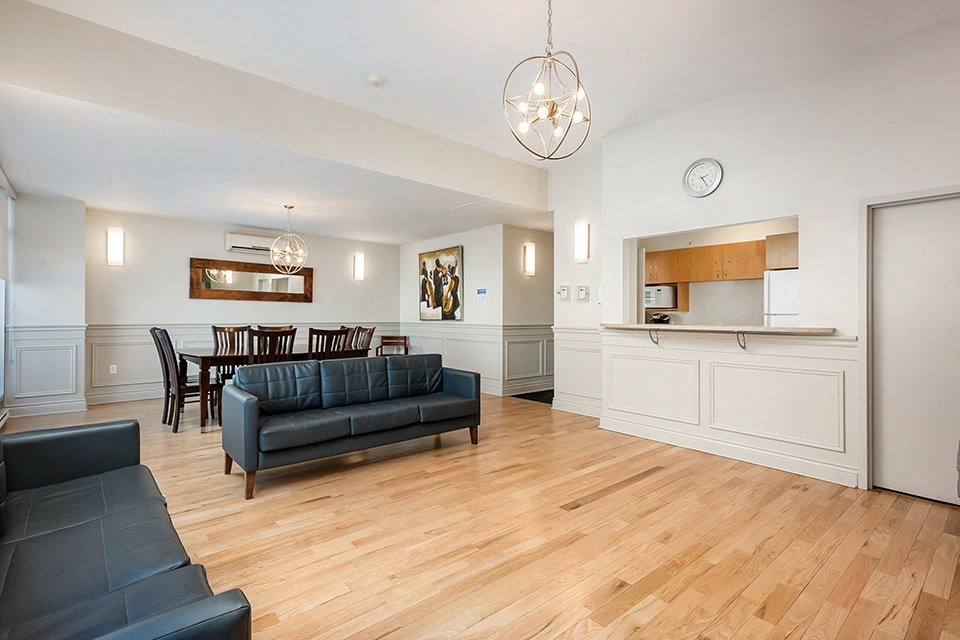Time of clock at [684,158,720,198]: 2:24
